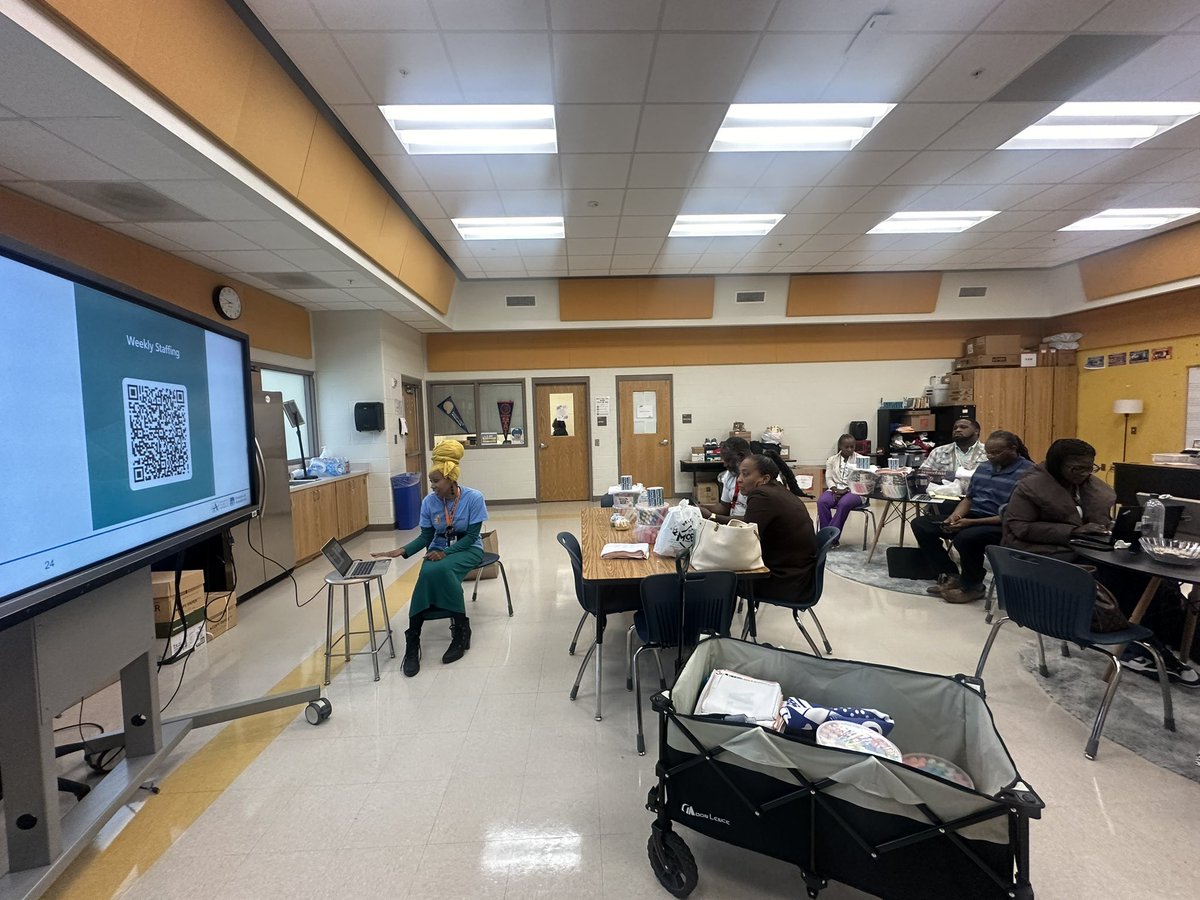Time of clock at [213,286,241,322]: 9:42
